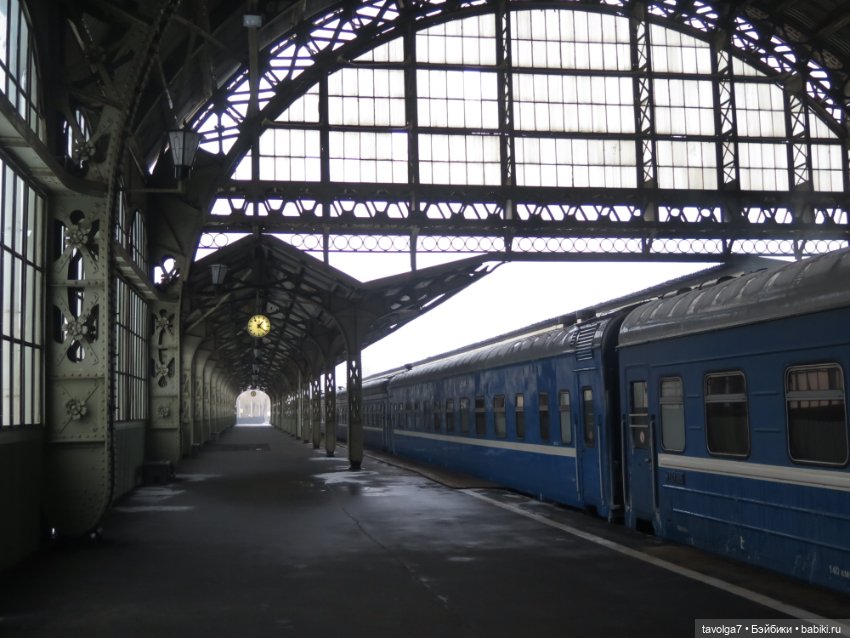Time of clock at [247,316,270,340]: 1:21
